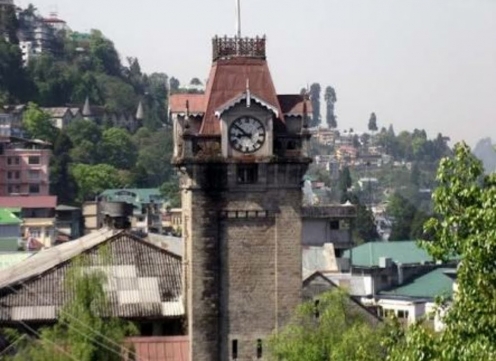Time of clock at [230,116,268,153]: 8:51
